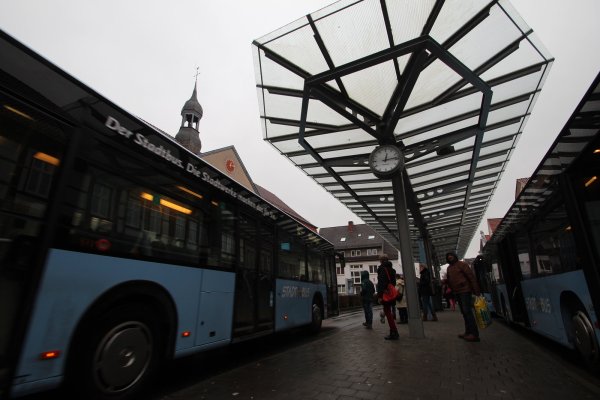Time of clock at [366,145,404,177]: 12:14
